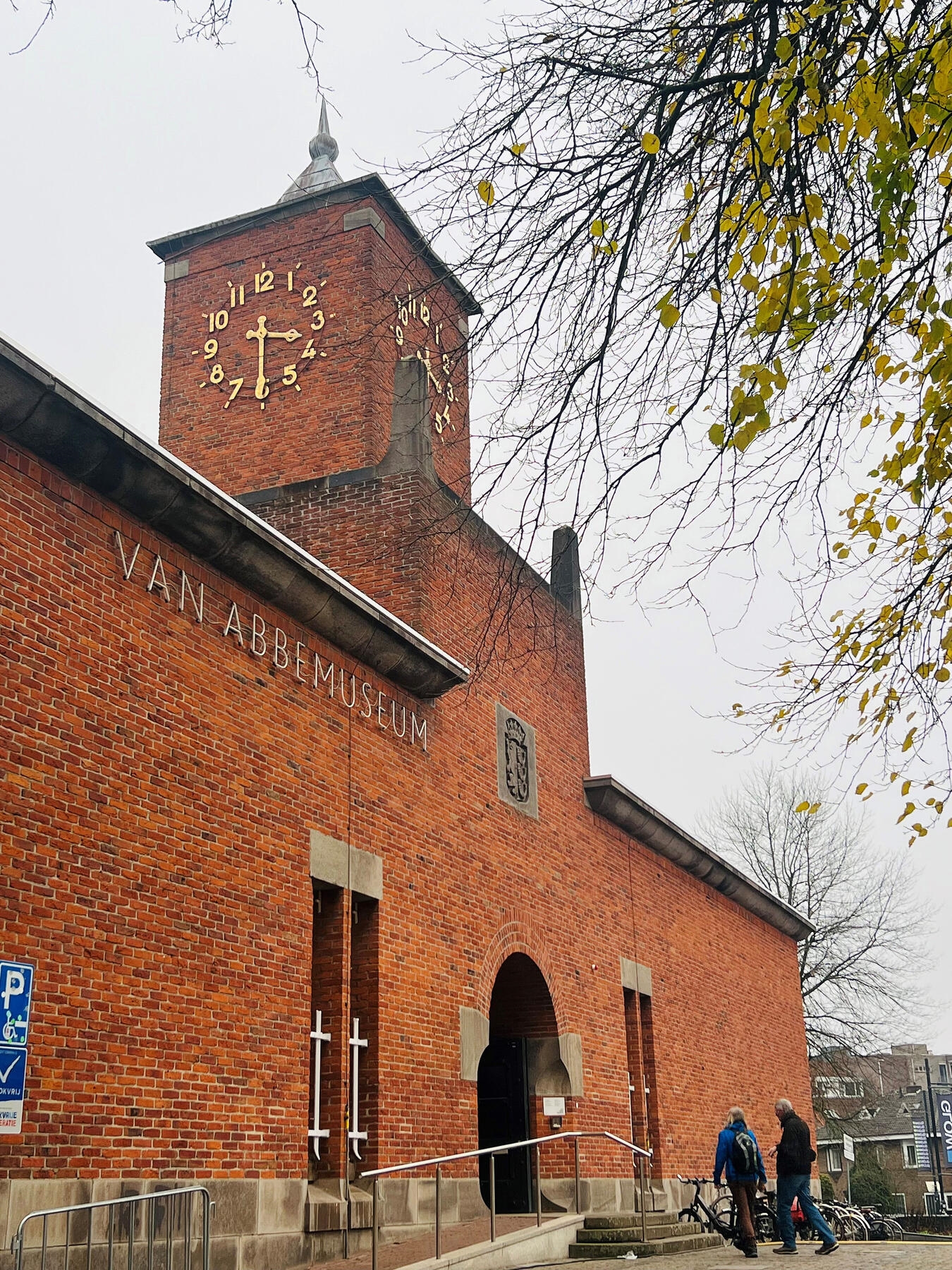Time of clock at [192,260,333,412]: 3:30
